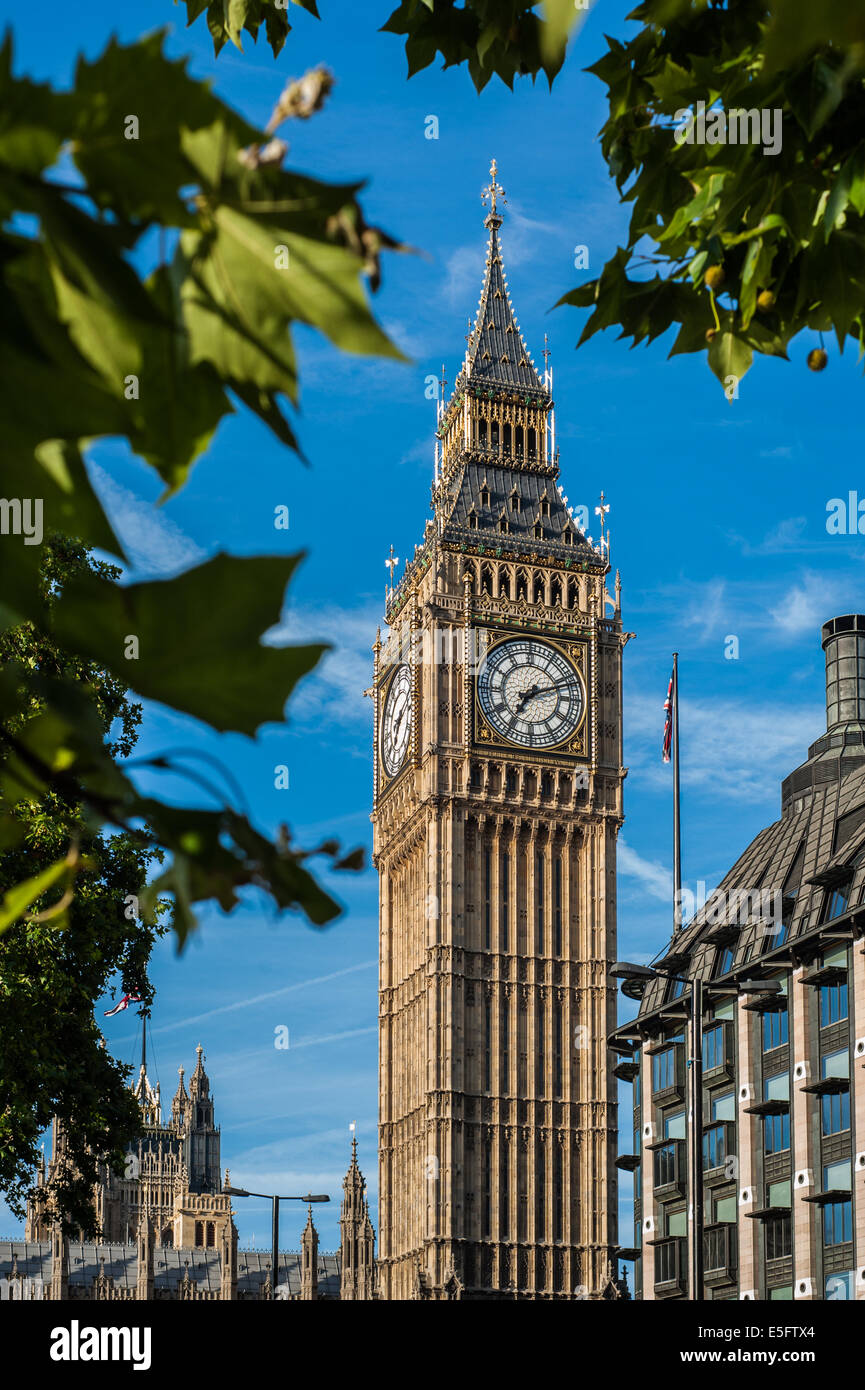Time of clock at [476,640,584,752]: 7:11
